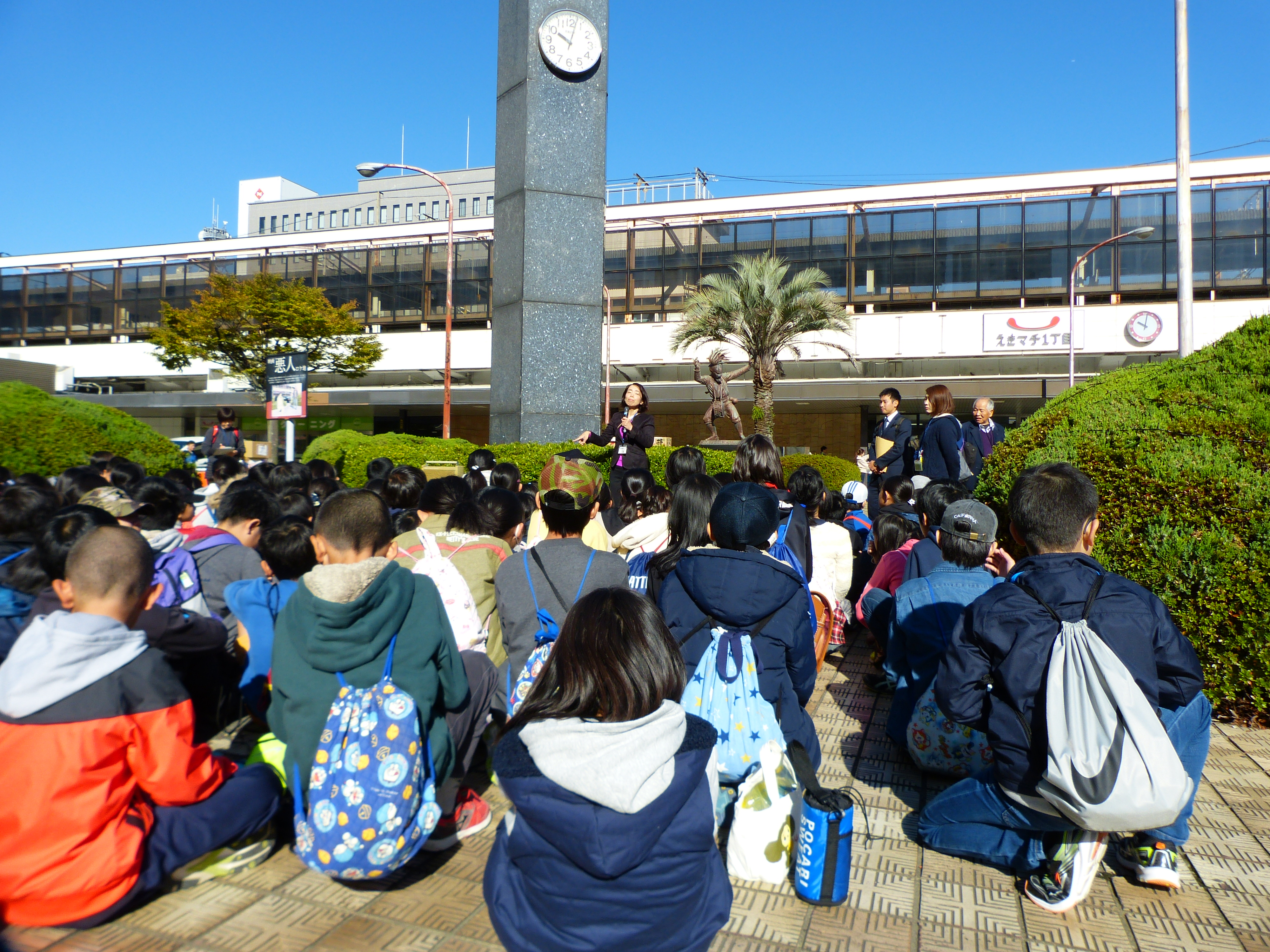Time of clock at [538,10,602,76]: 10:02
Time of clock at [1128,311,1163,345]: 10:01
